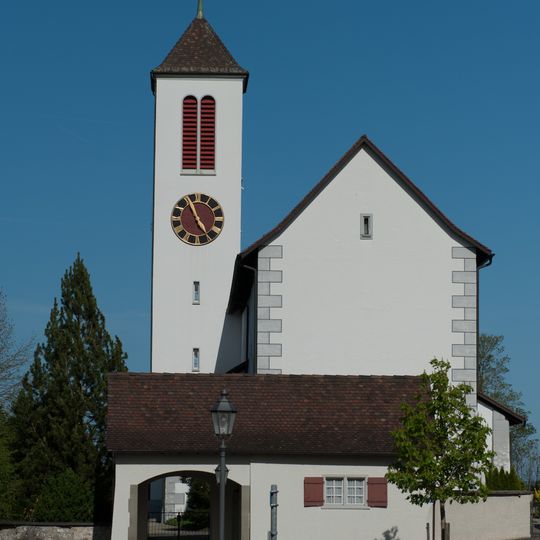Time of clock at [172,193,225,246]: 4:56
